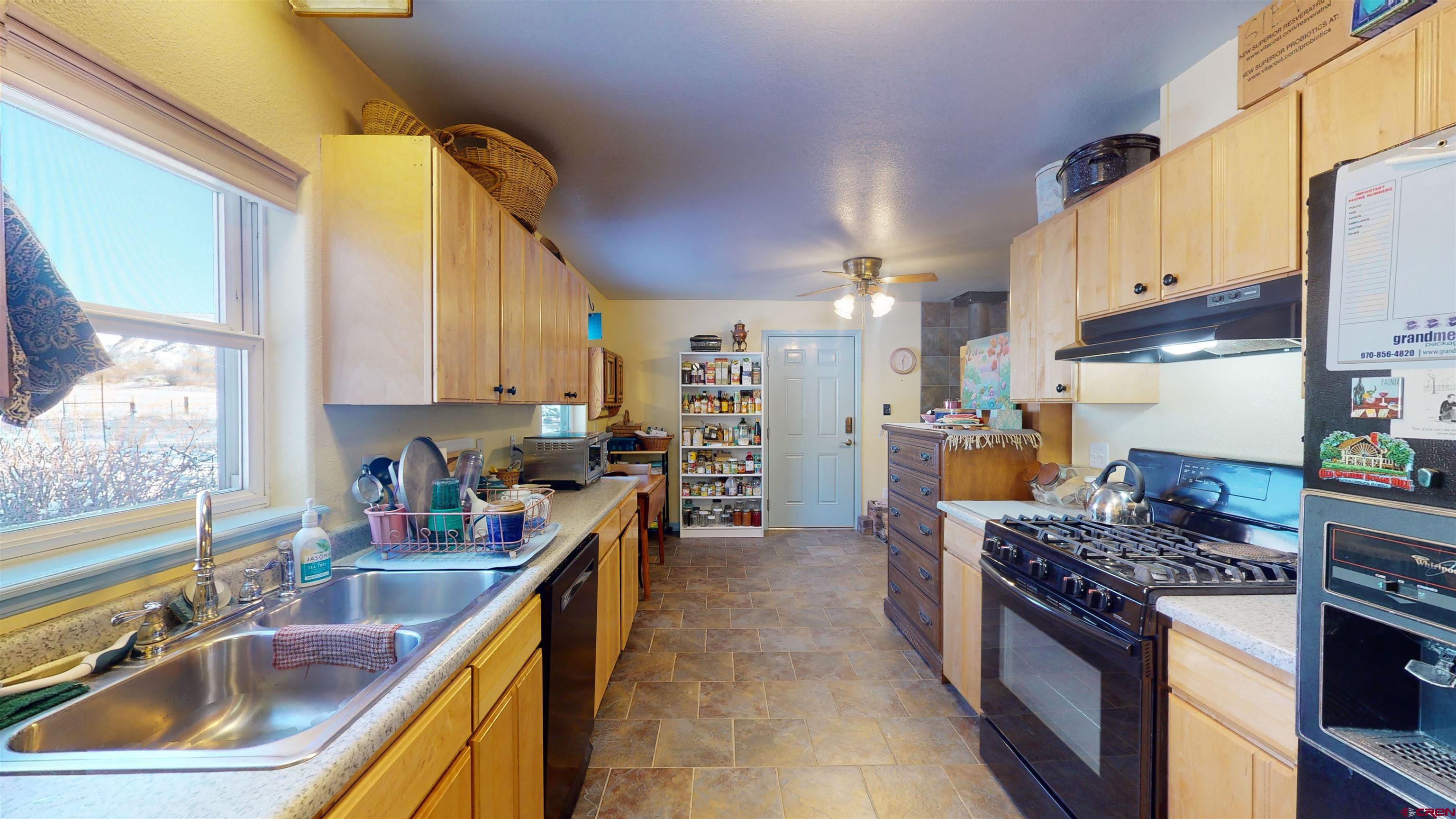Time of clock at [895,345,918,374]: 12:28
